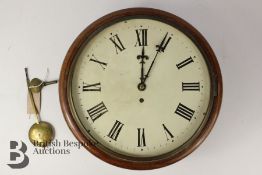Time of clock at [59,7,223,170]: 12:04
